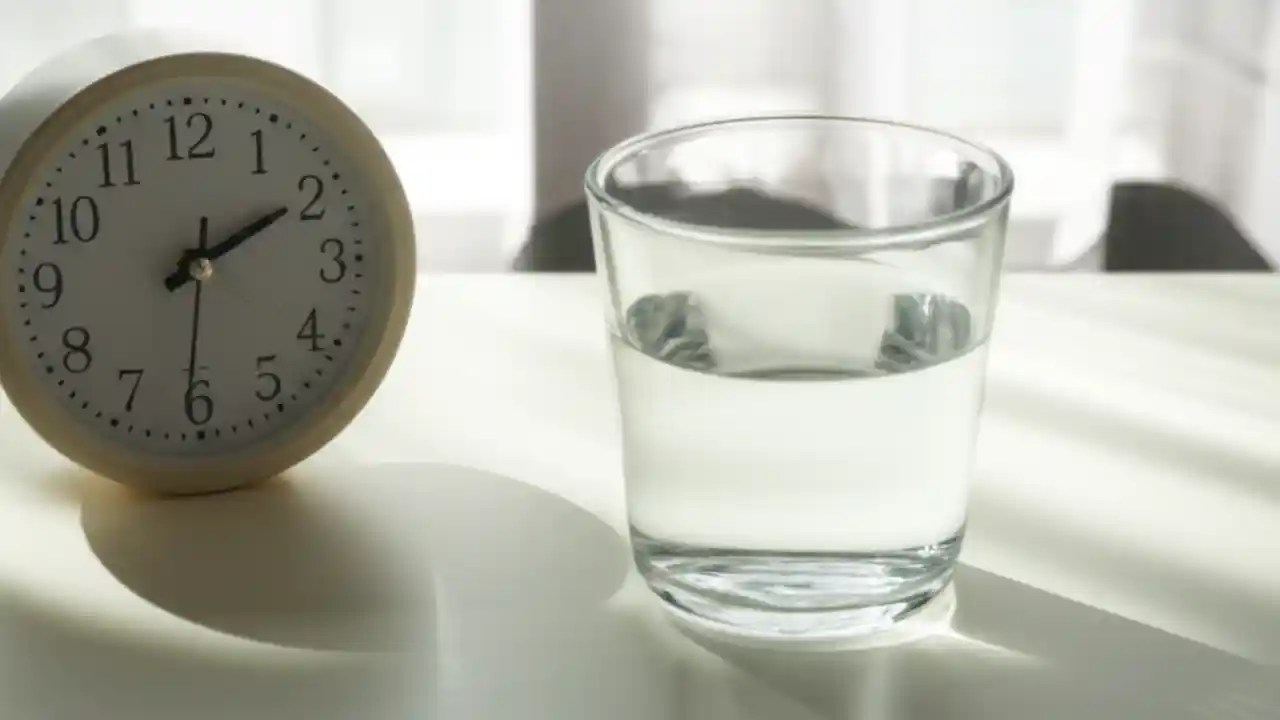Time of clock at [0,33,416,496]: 2:10
